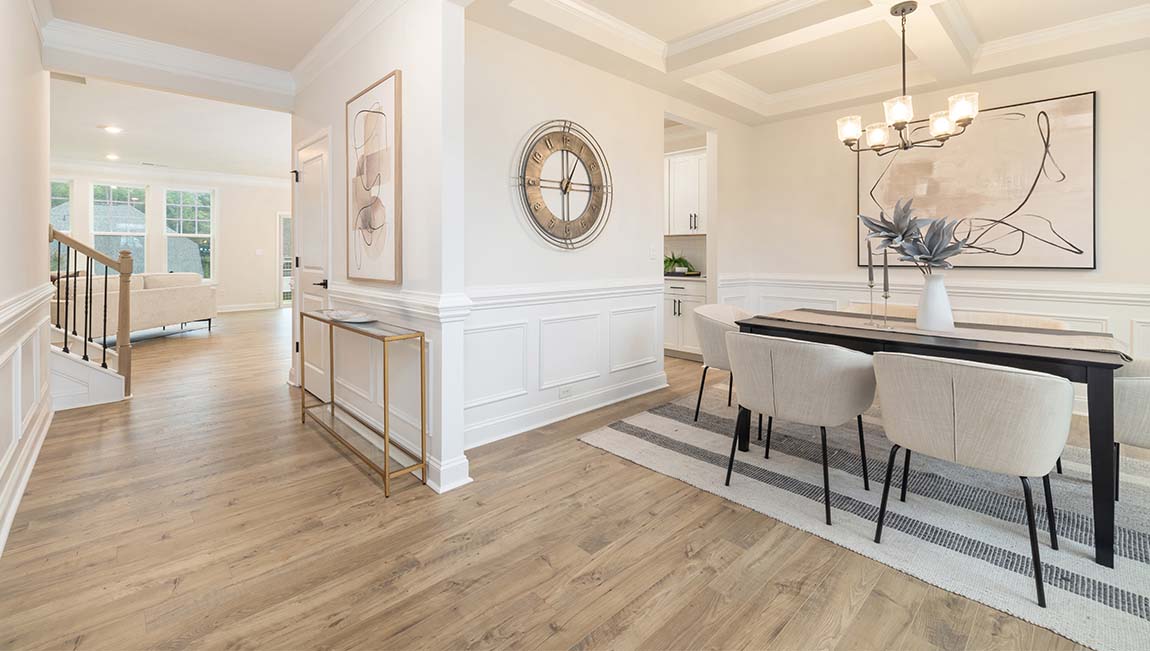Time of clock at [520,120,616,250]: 12:59
